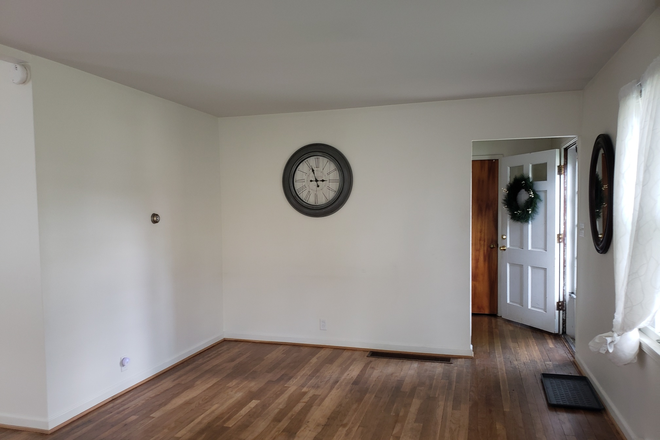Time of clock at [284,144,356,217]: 2:56
